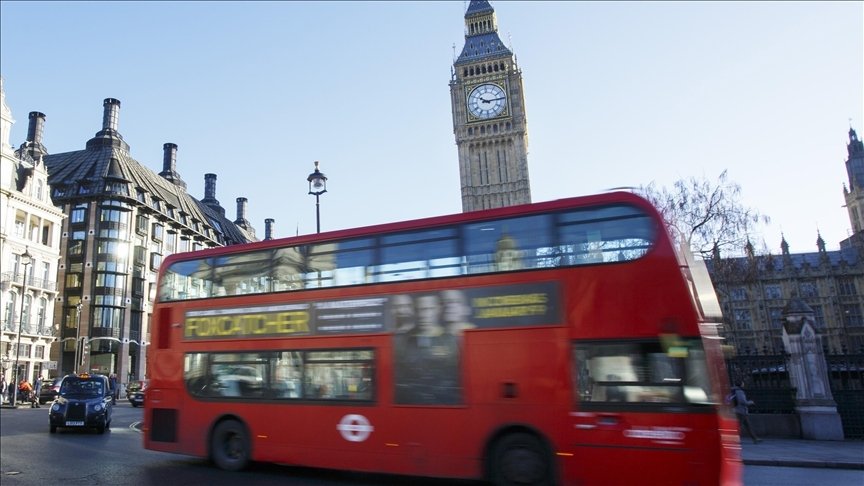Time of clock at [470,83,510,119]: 10:14
